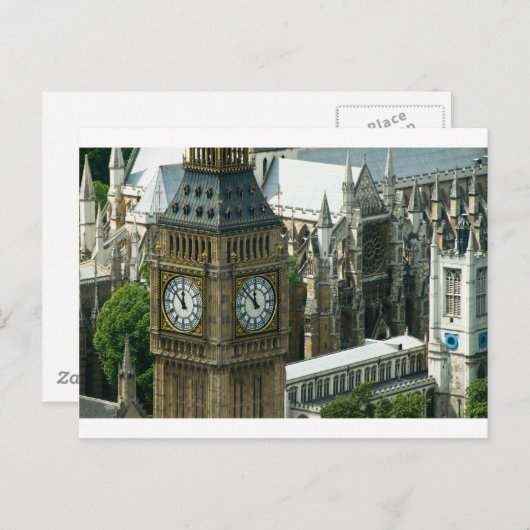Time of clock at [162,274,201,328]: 11:51
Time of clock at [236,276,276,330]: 11:52
